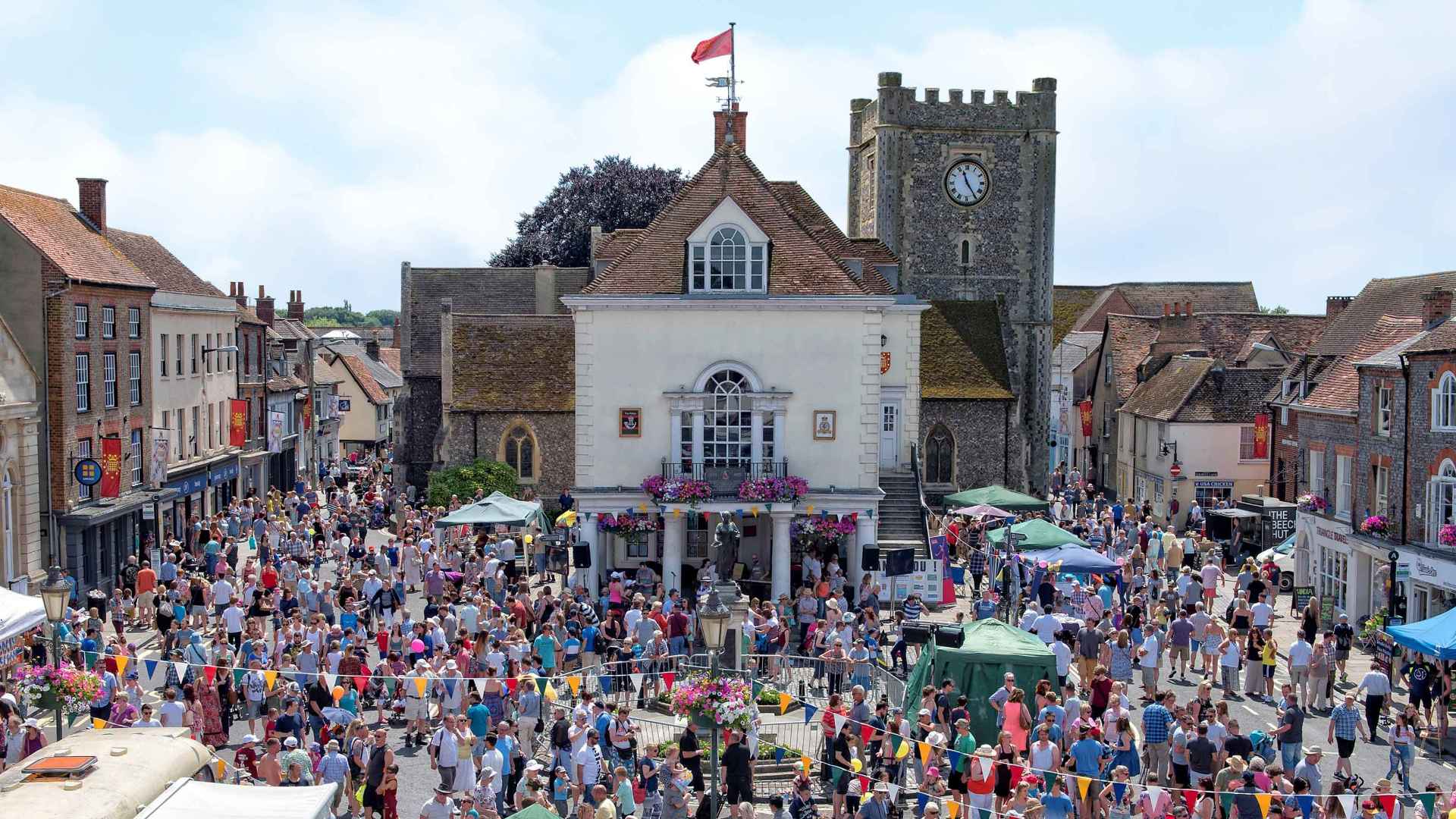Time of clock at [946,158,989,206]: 11:24
